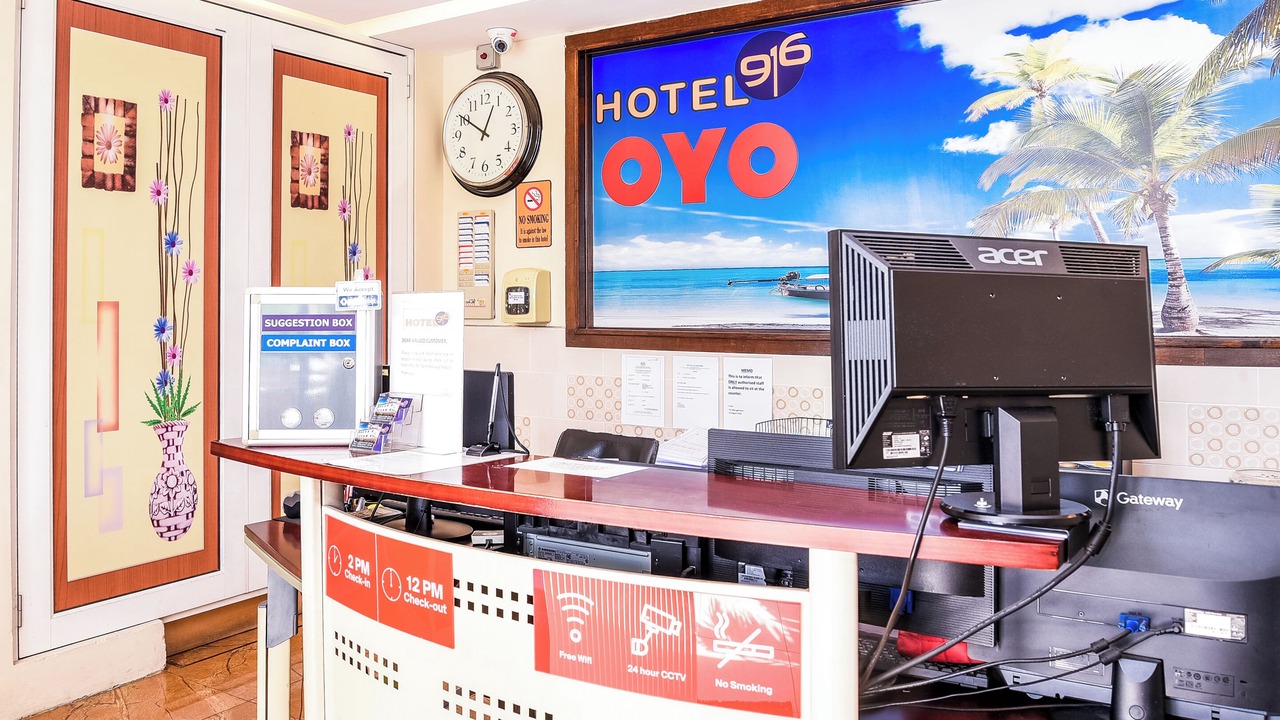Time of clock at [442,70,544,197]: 12:50
